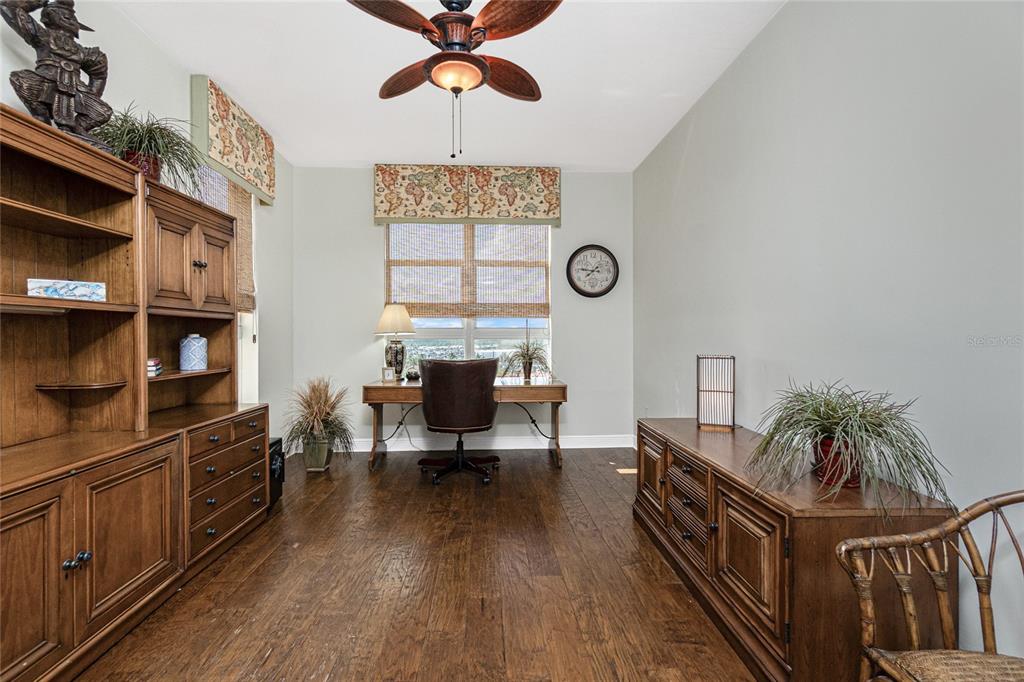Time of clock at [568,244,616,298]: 7:46
